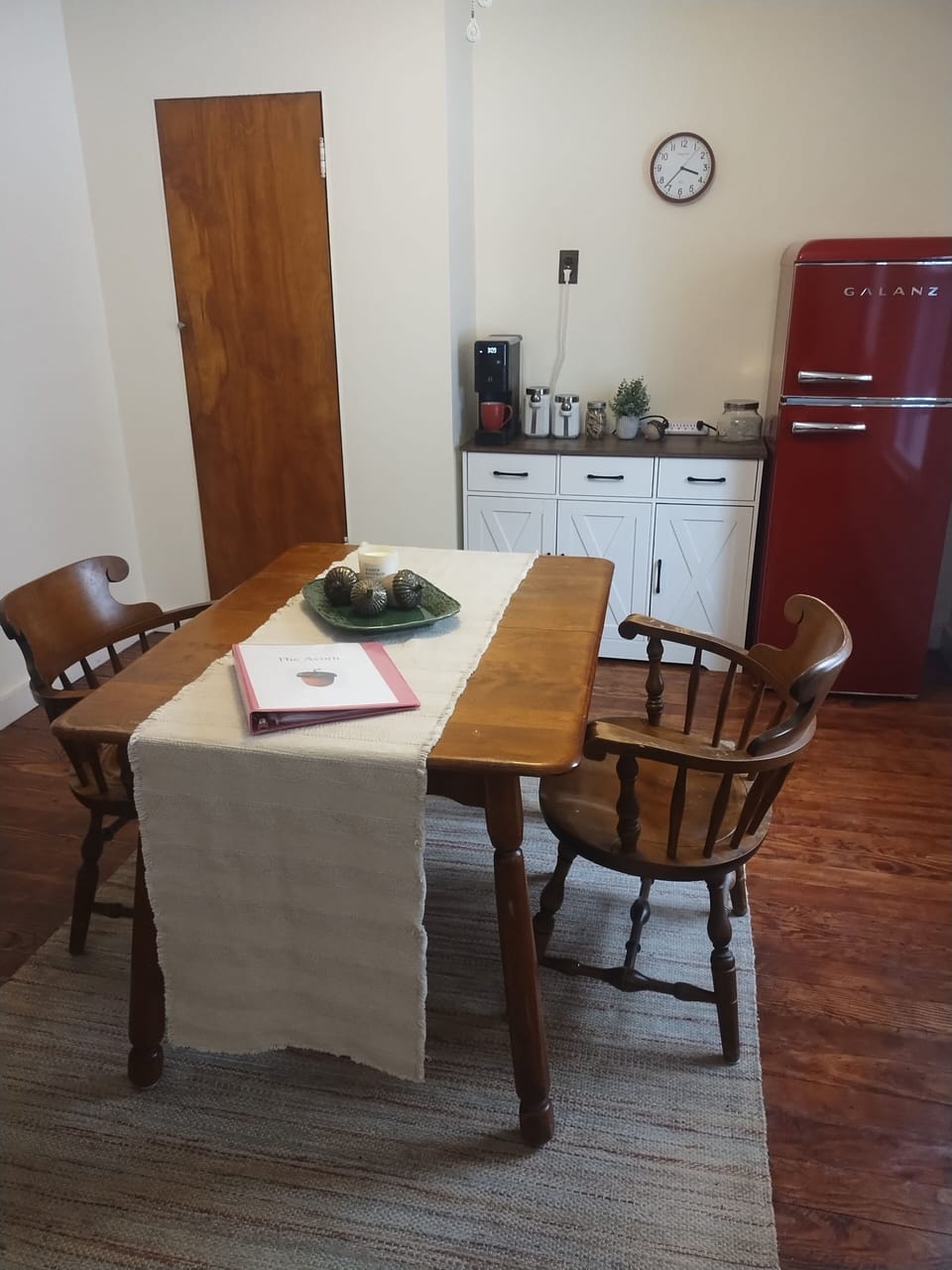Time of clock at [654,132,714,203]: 3:37
